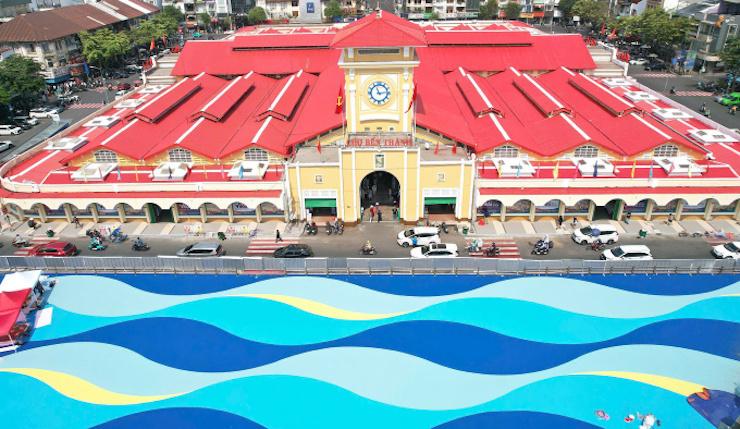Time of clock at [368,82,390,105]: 11:13
